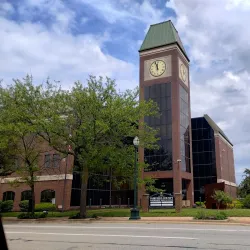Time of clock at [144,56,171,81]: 11:57
